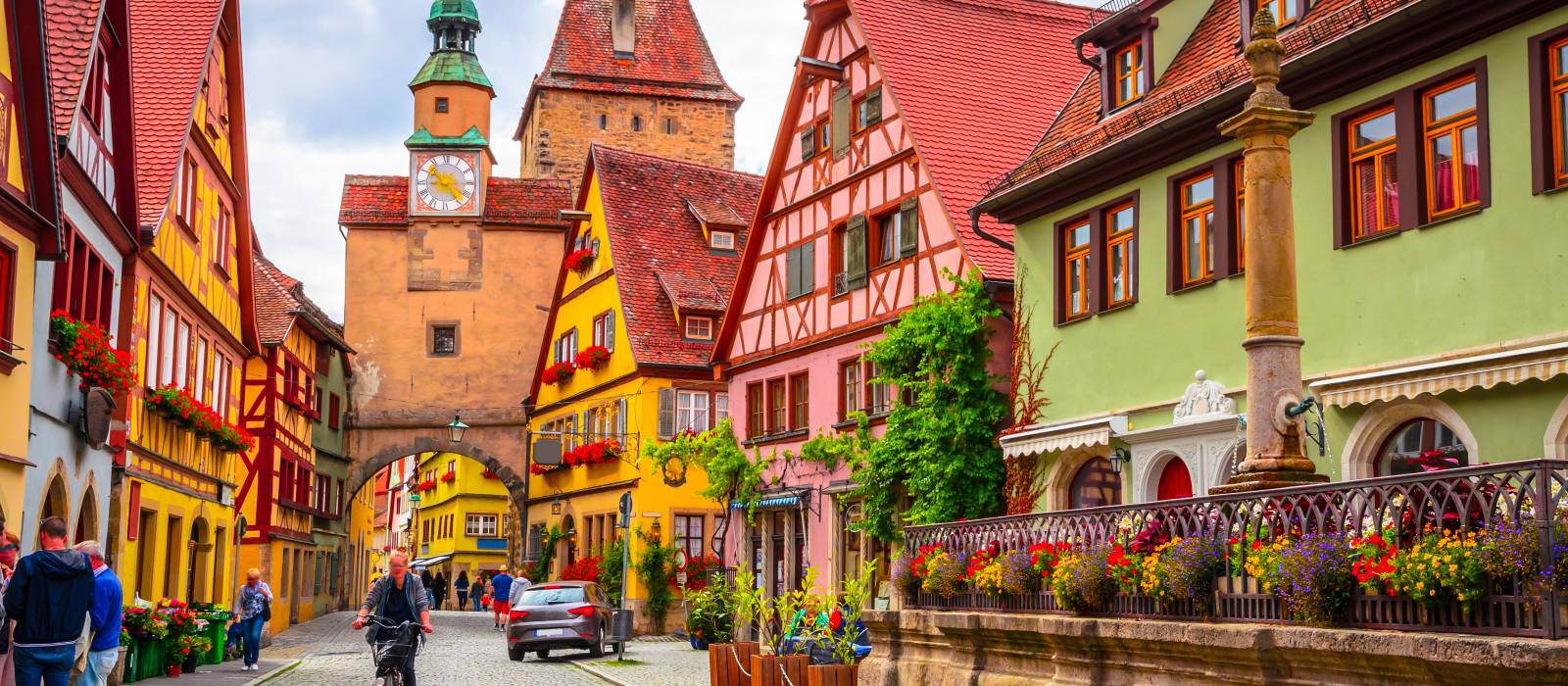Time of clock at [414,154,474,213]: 8:52
